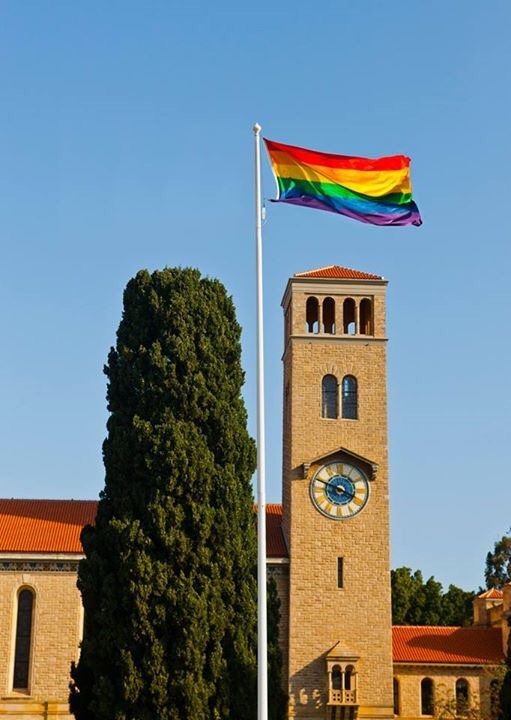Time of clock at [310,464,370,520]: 3:48
